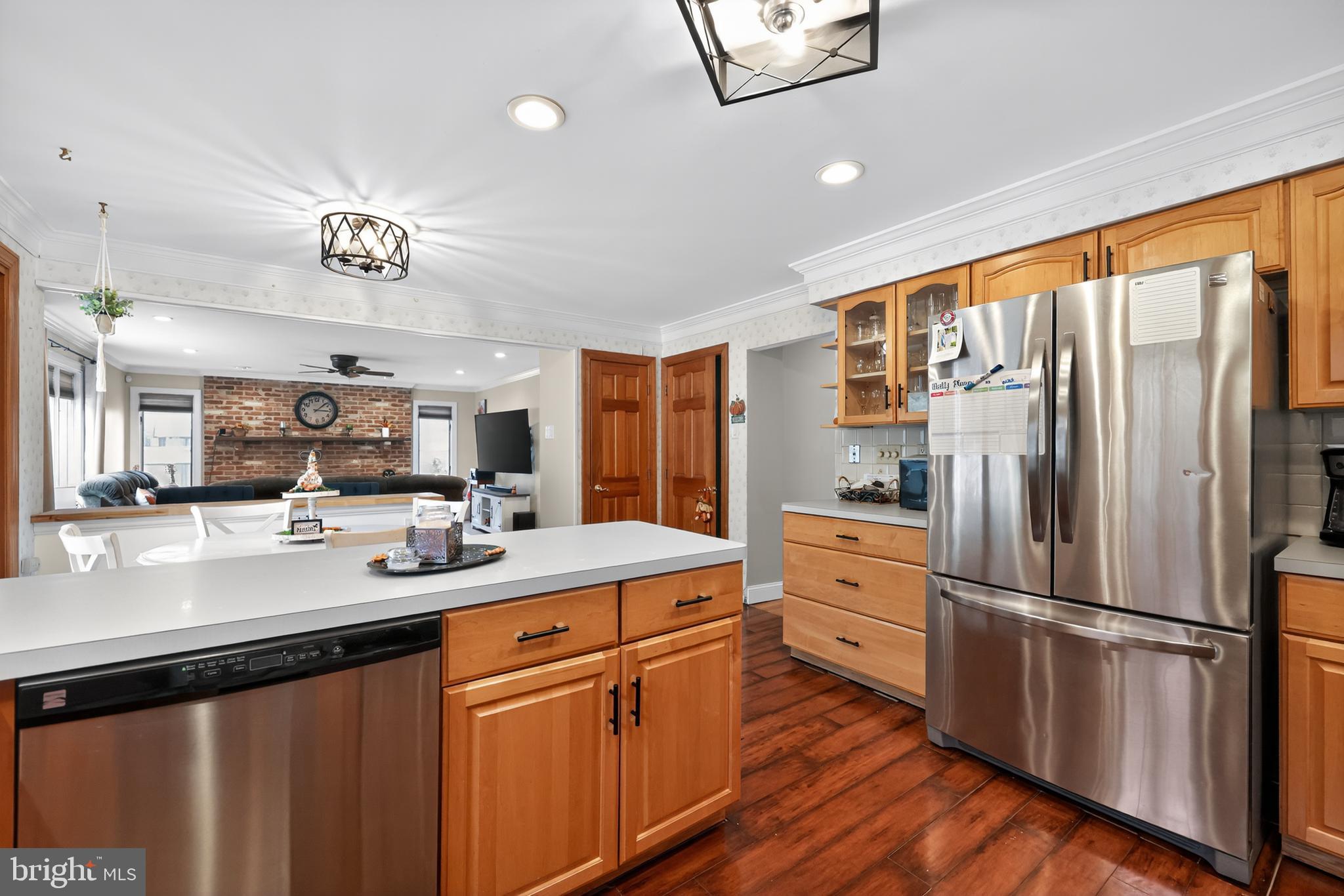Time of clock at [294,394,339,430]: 3:08
